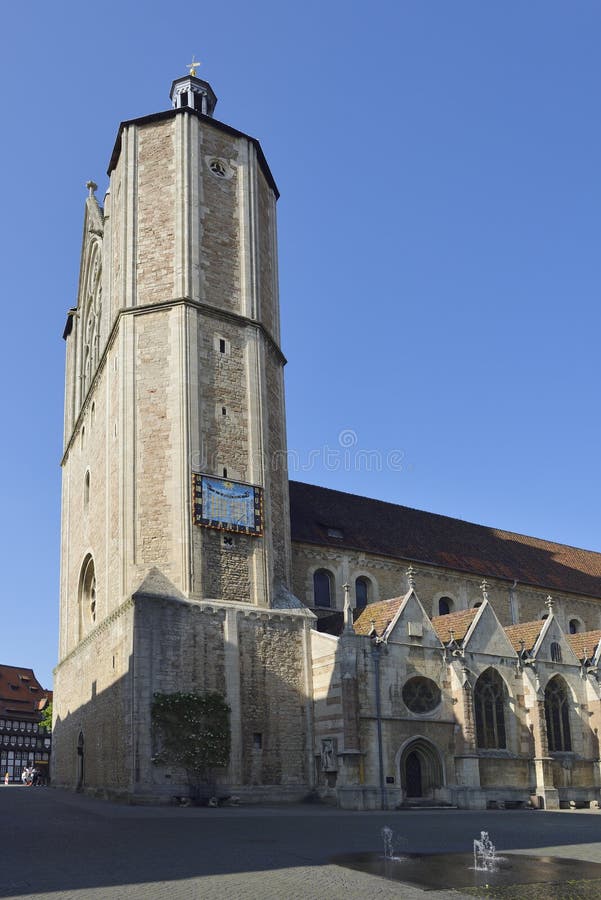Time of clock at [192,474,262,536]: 2:48
